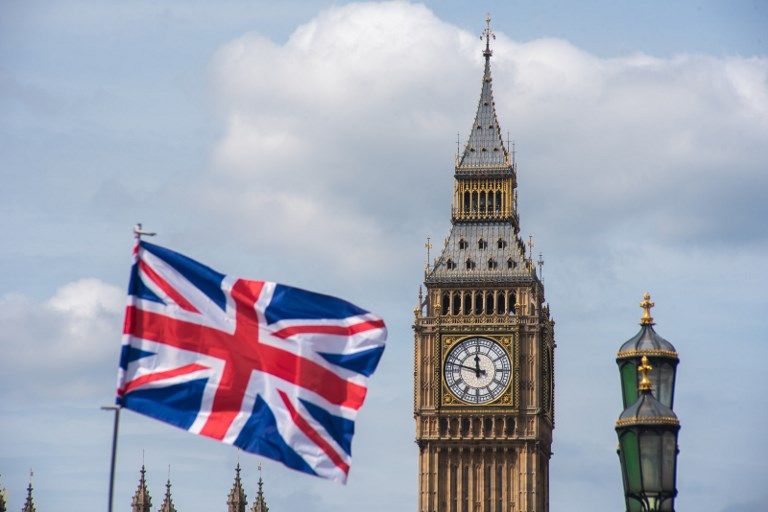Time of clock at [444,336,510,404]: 11:47
